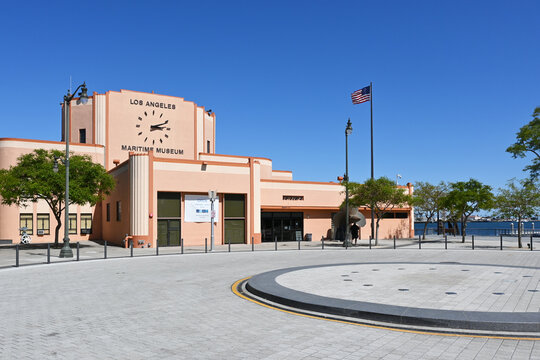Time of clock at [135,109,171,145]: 3:11
